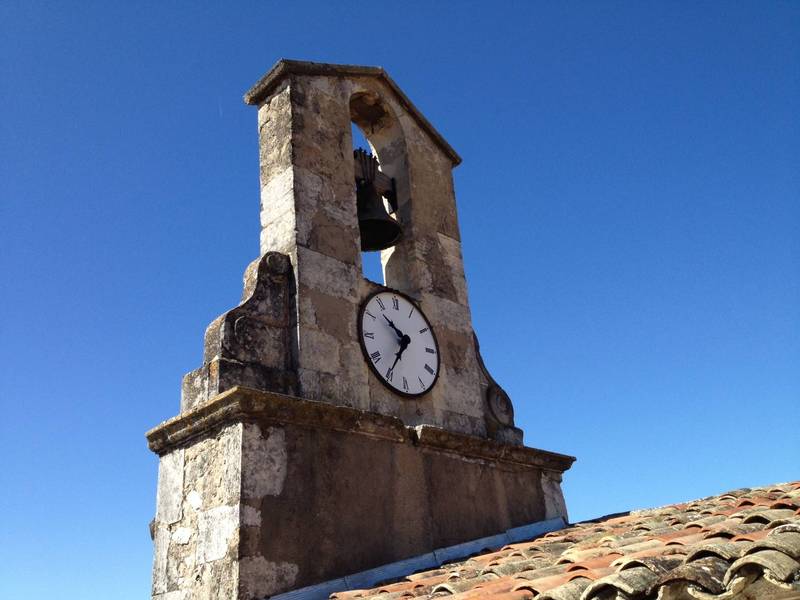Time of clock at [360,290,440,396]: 10:35
